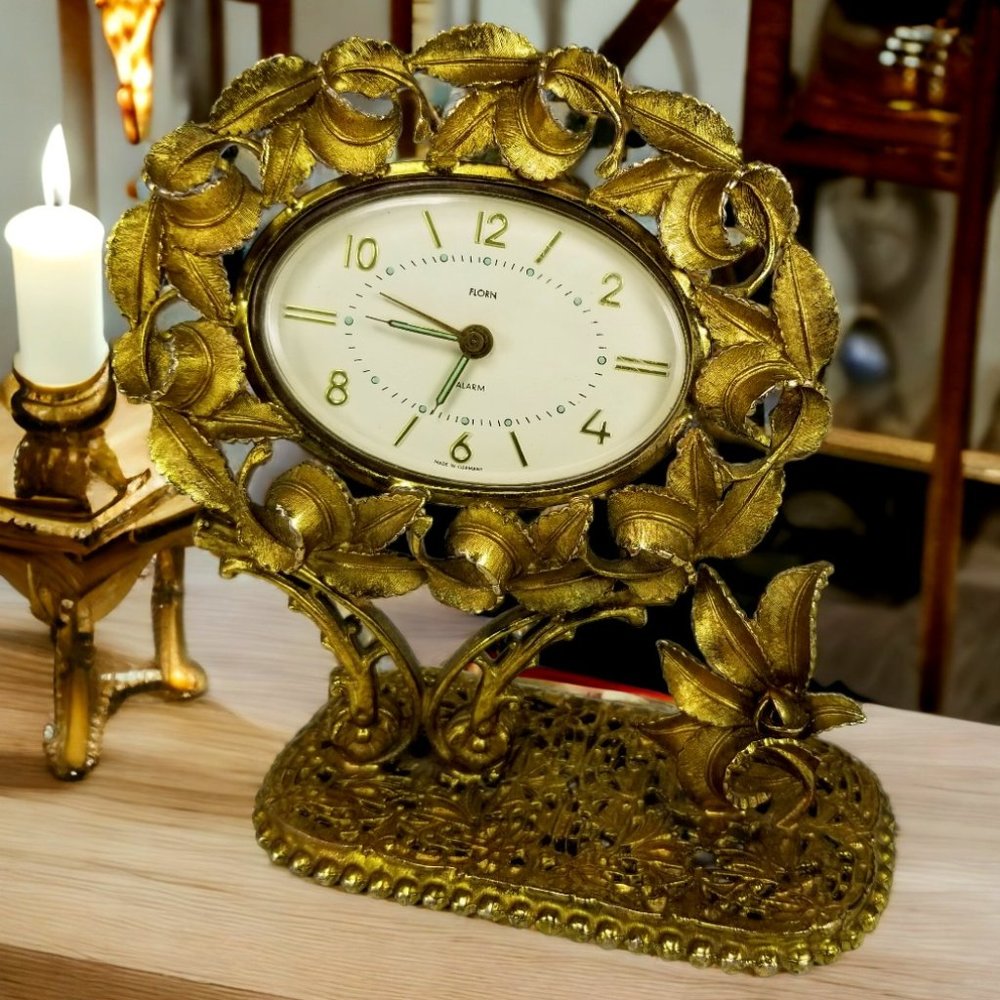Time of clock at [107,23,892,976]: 9:34
